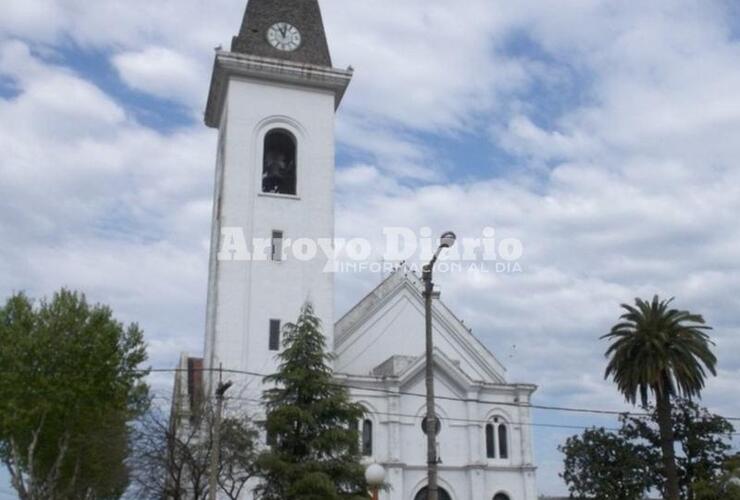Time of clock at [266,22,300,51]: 11:01
